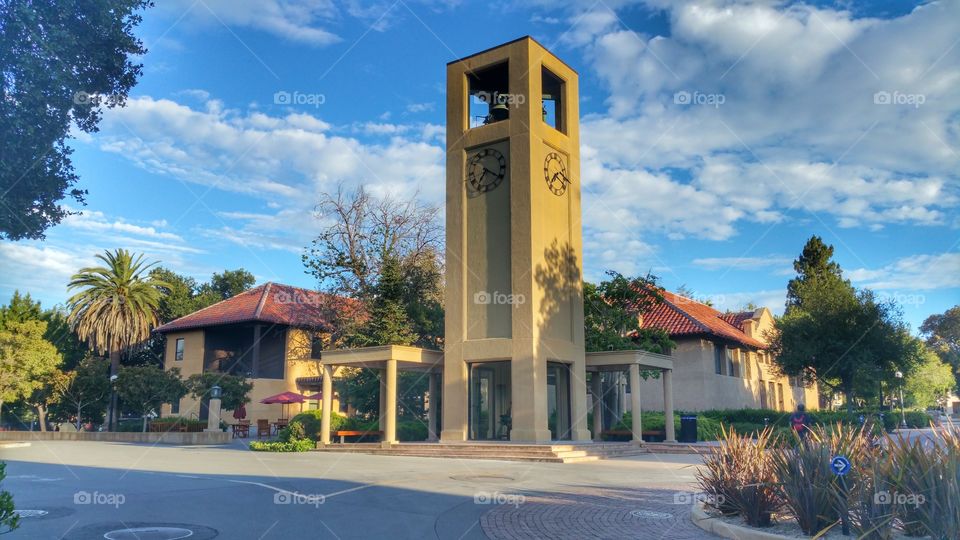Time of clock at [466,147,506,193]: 7:20
